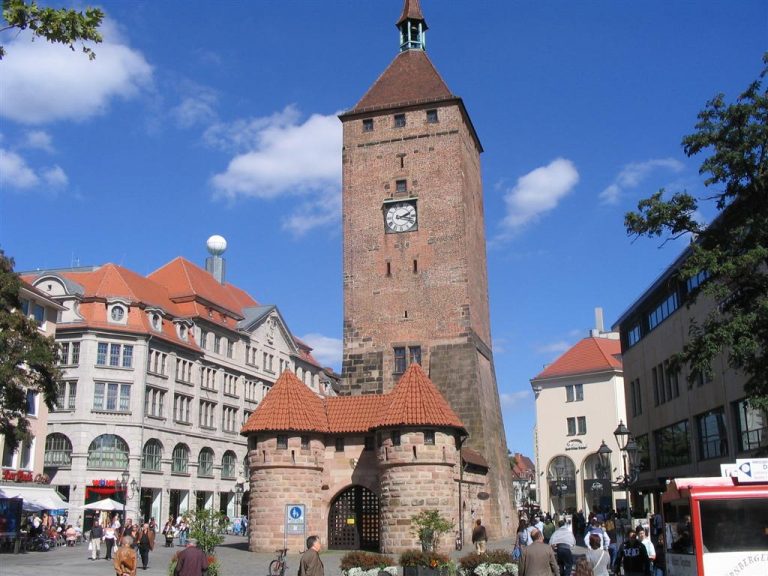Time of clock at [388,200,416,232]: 2:18
